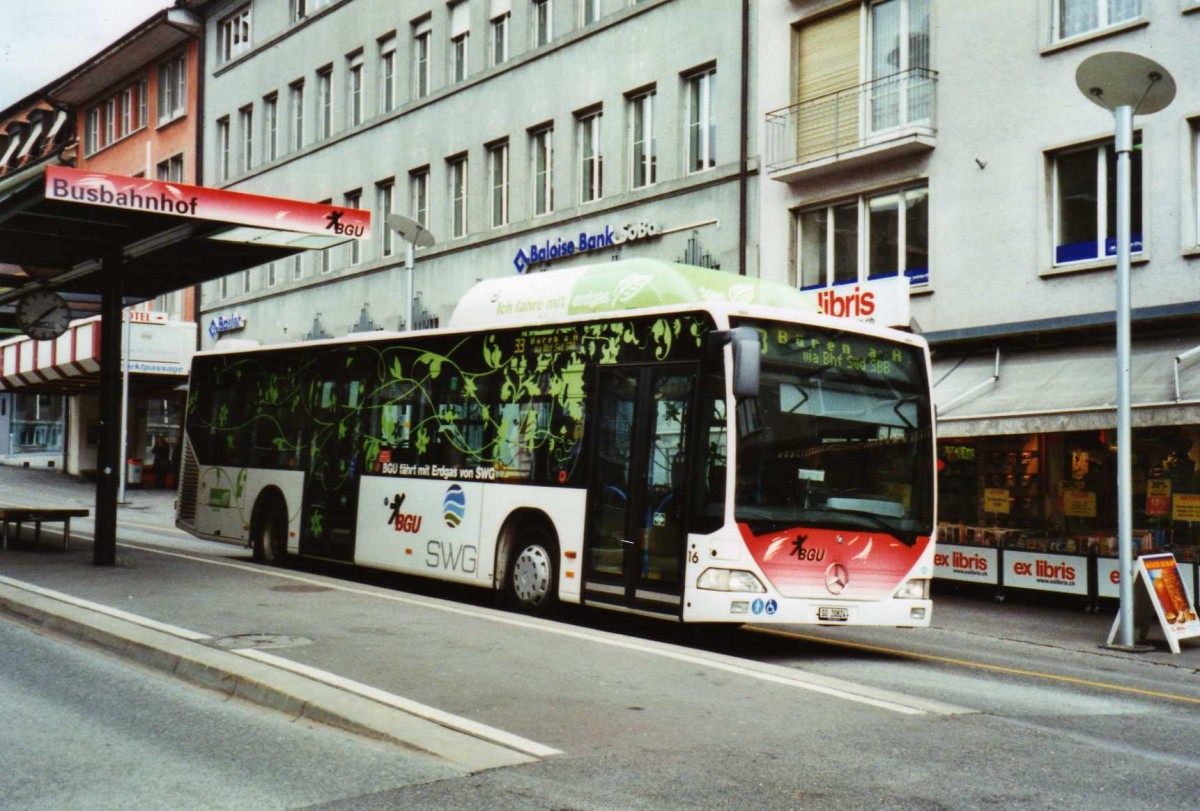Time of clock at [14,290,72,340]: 1:37
